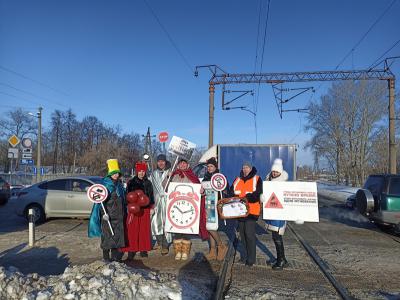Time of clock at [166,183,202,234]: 10:12
